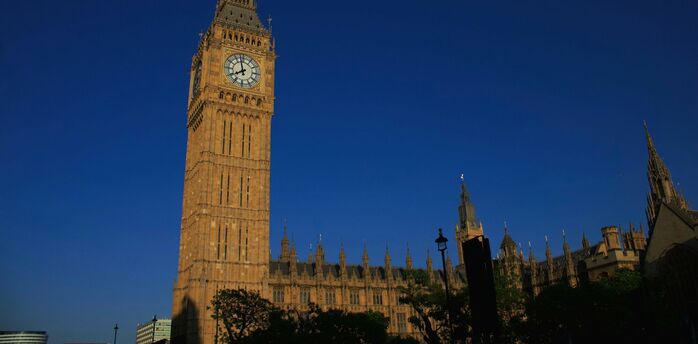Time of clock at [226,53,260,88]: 7:57
